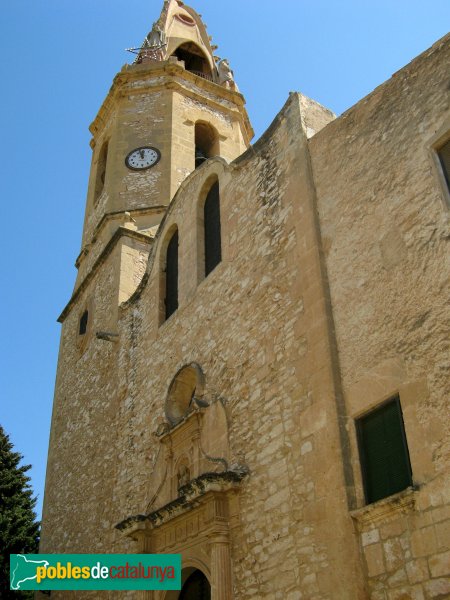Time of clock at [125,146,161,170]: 11:56
